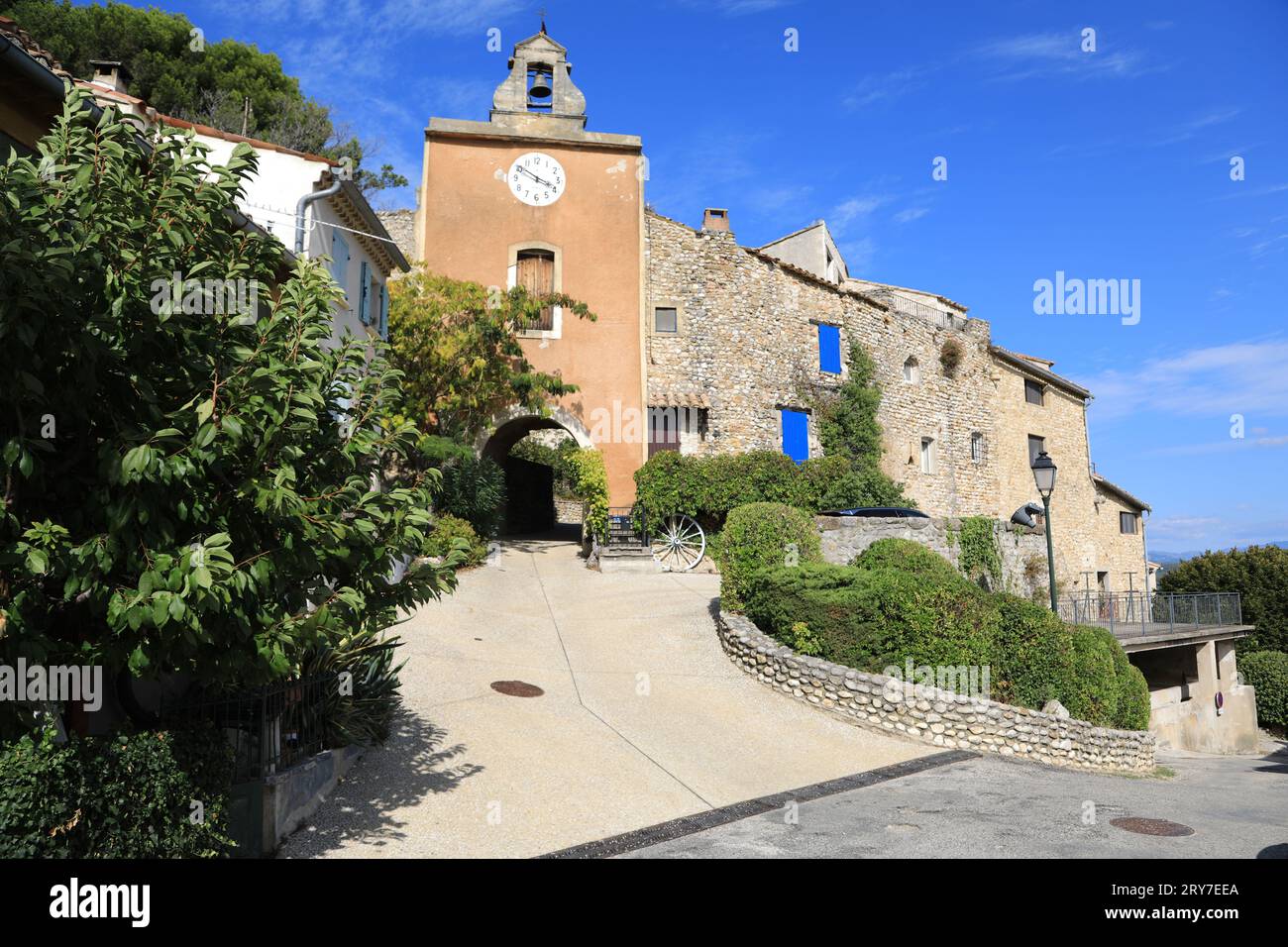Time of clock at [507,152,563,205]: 3:50
